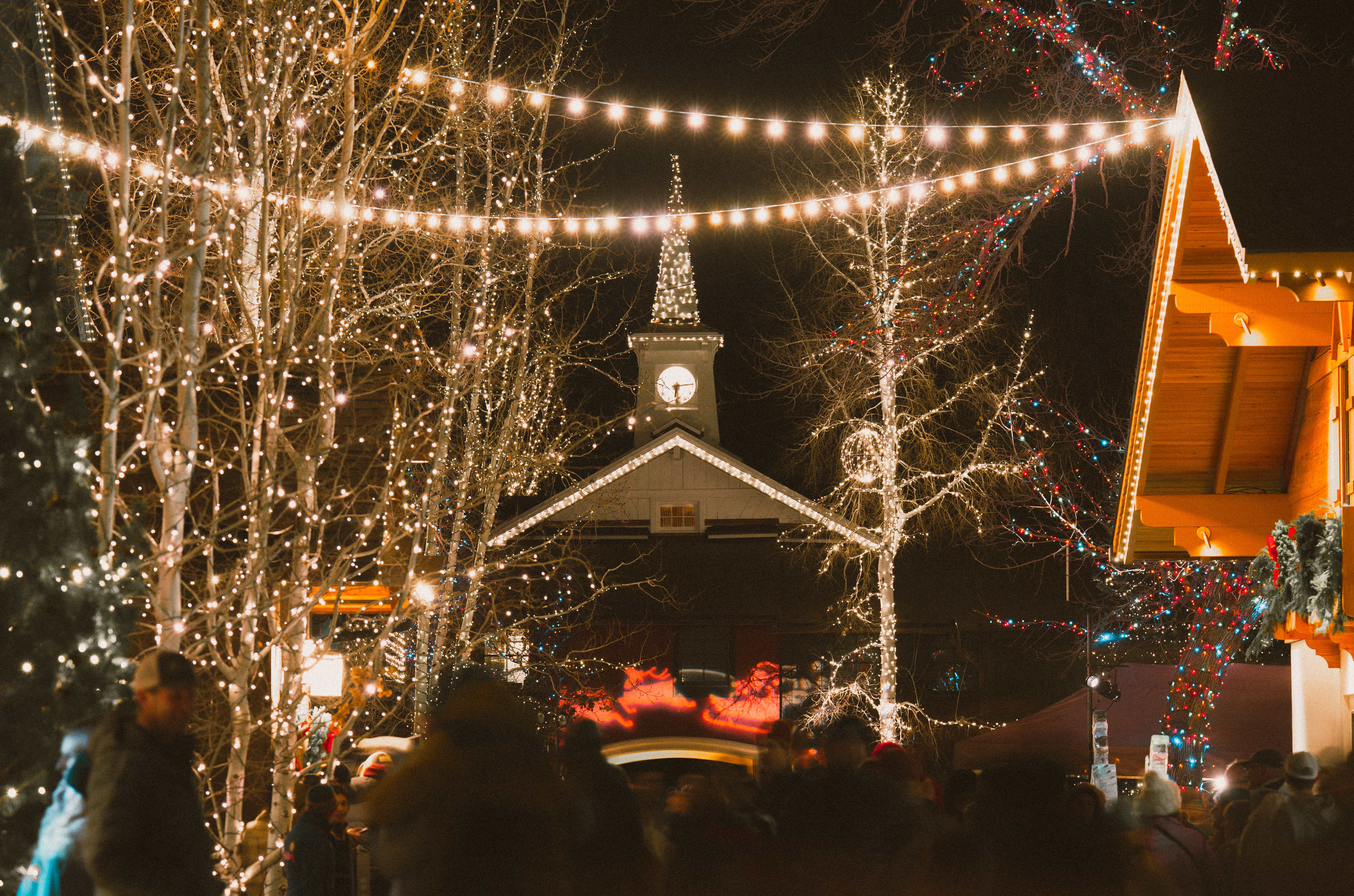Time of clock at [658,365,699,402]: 6:13
